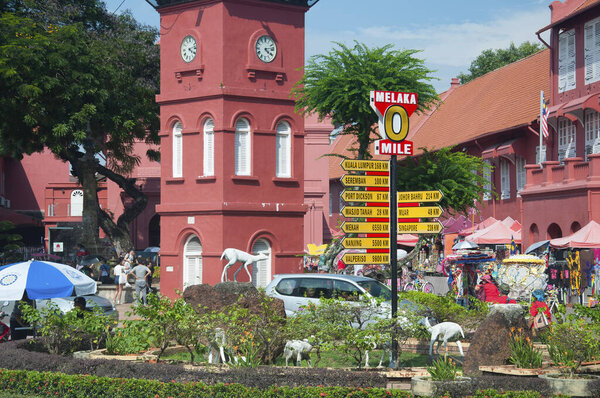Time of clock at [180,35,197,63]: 4:12
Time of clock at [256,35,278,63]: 4:13
